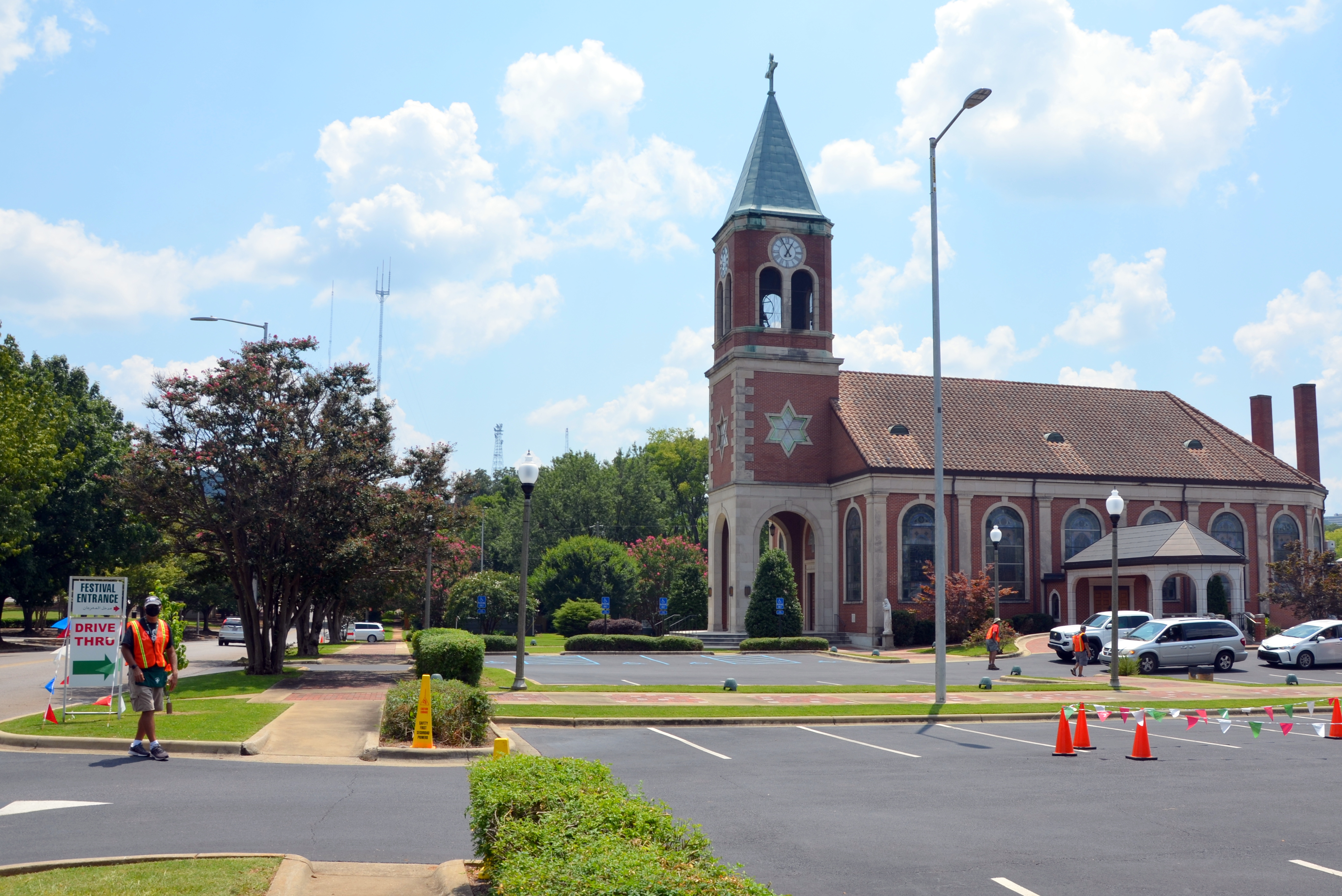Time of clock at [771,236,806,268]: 7:04
